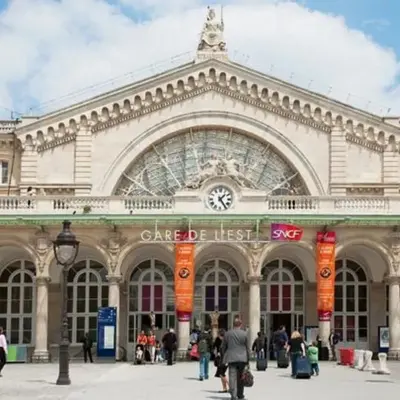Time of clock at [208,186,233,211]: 1:24
